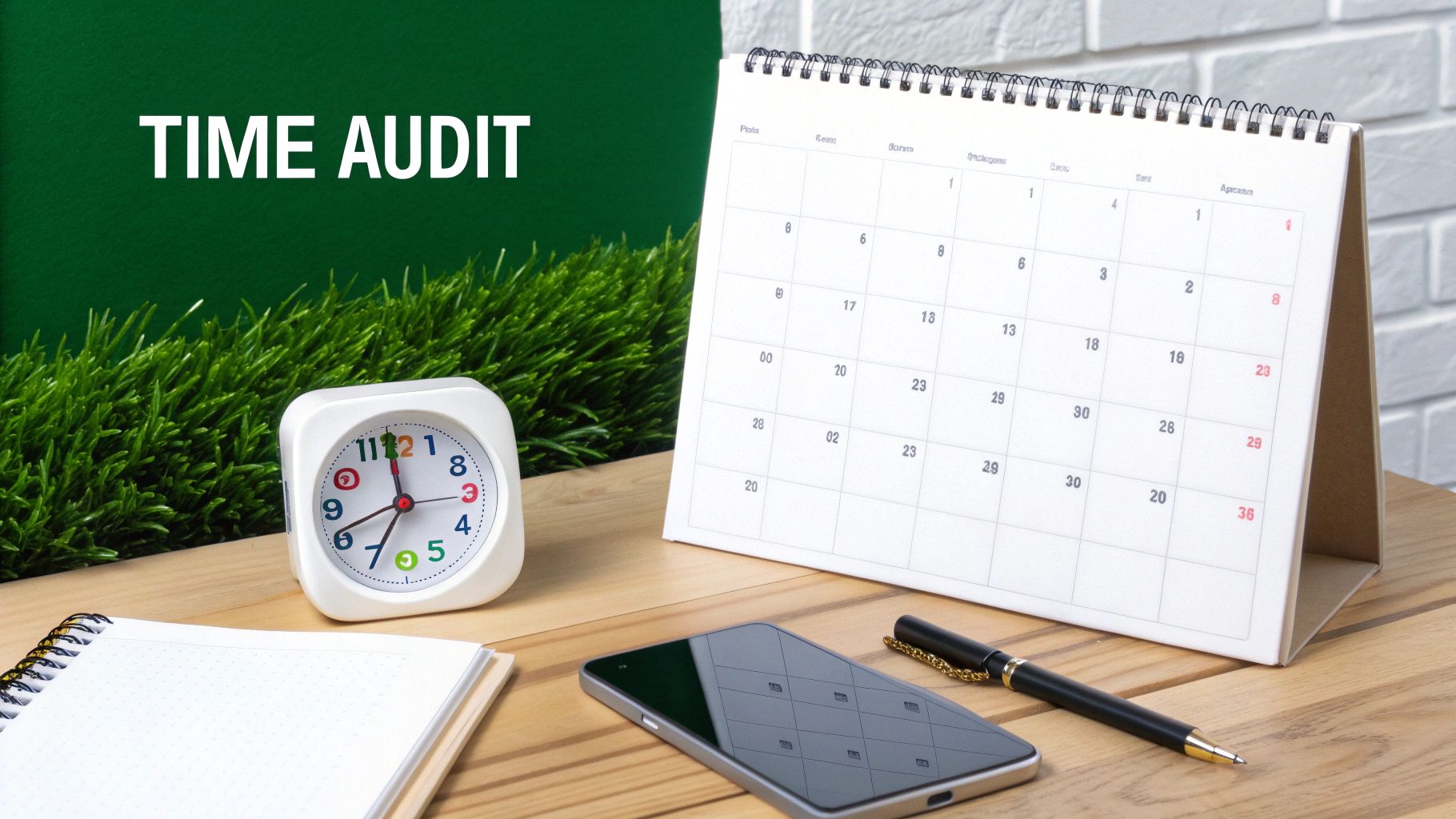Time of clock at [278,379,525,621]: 6:58
